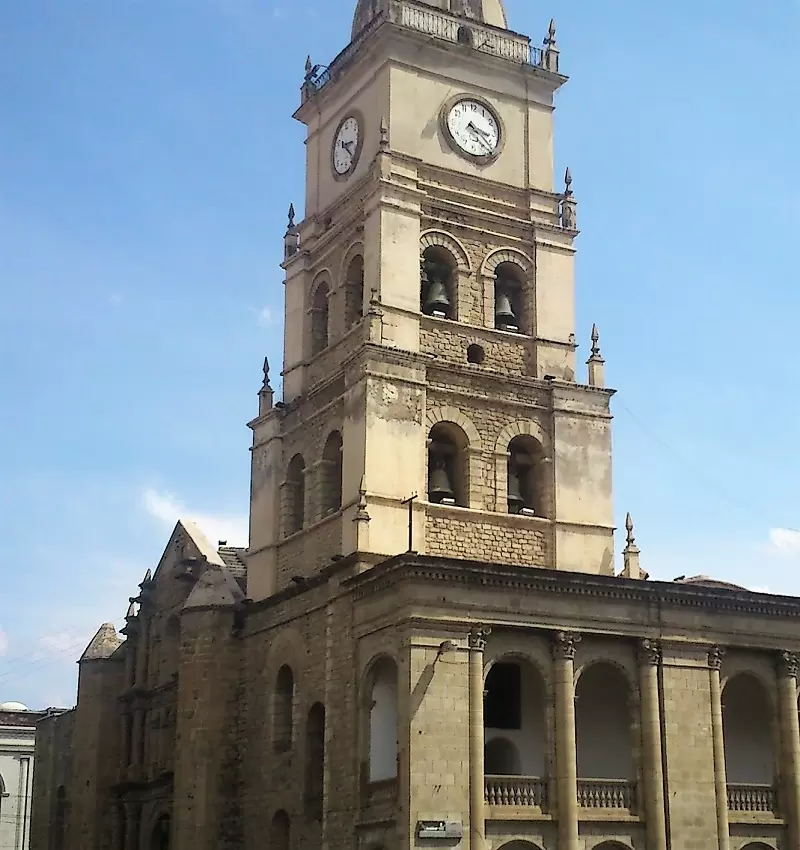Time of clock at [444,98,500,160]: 3:22
